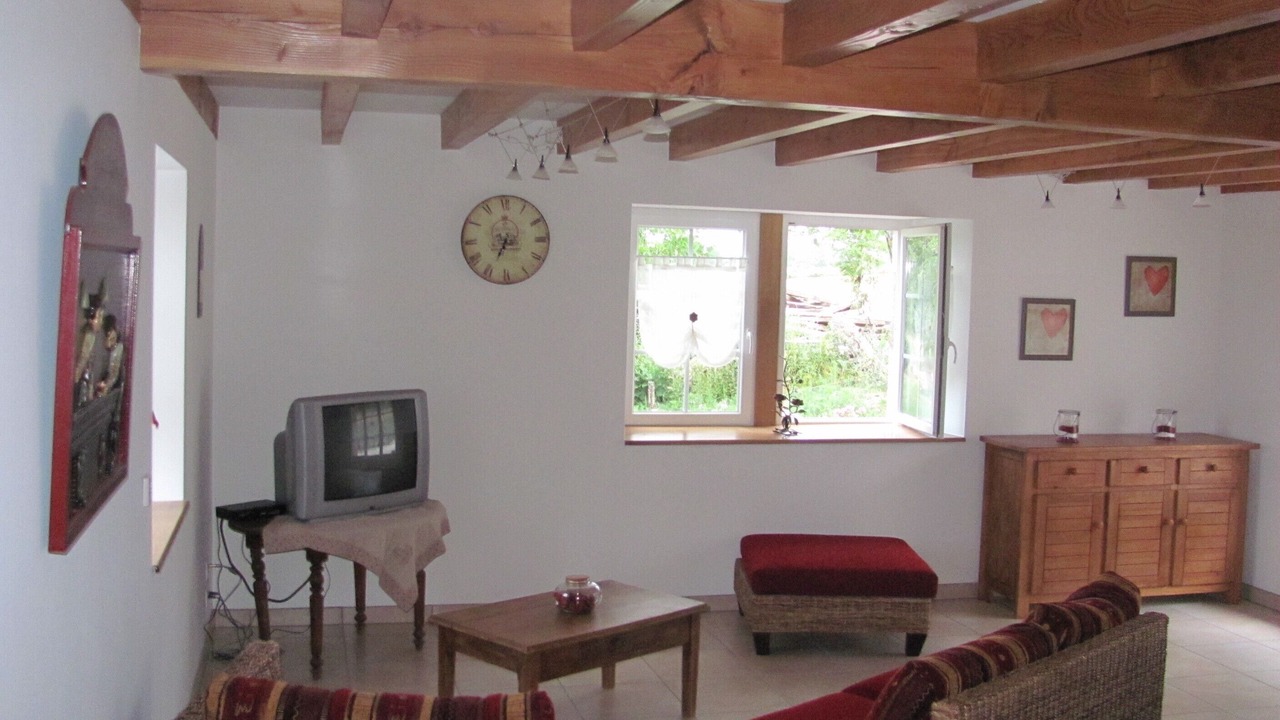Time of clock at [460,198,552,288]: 7:00
